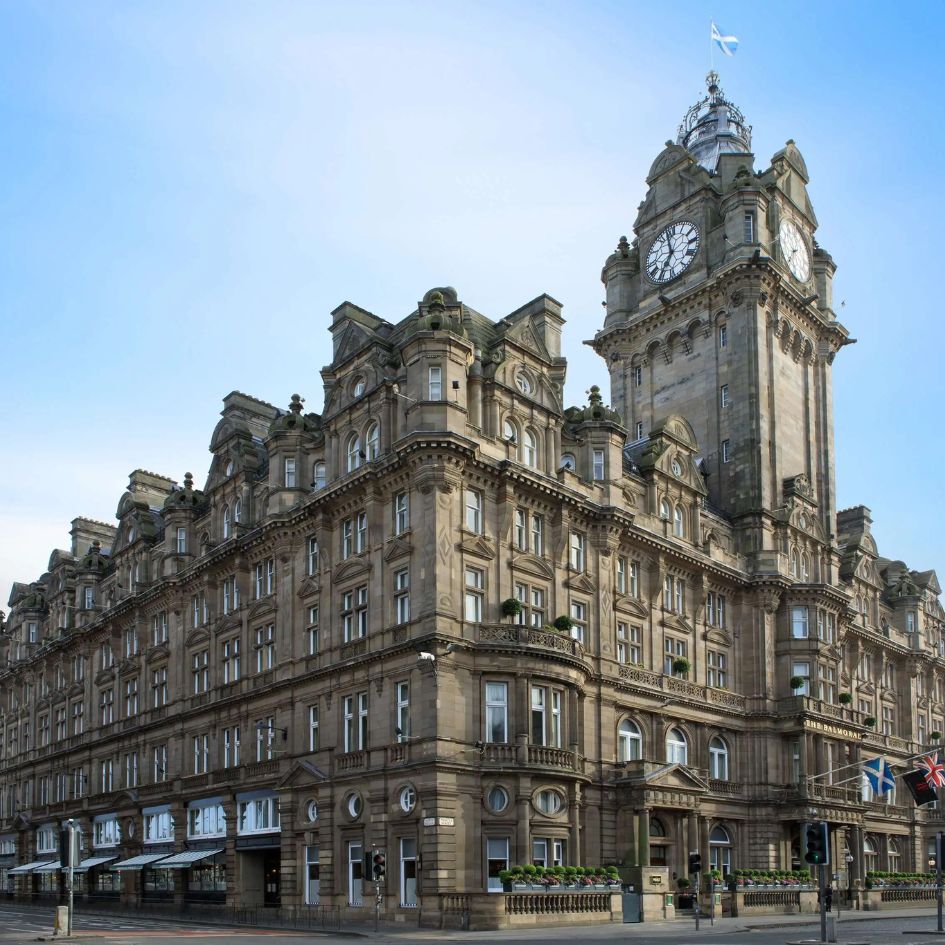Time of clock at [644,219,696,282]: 6:58
